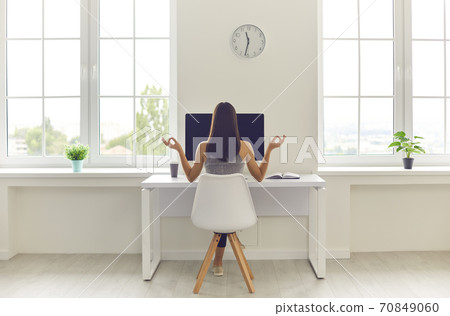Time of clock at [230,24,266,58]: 11:32
